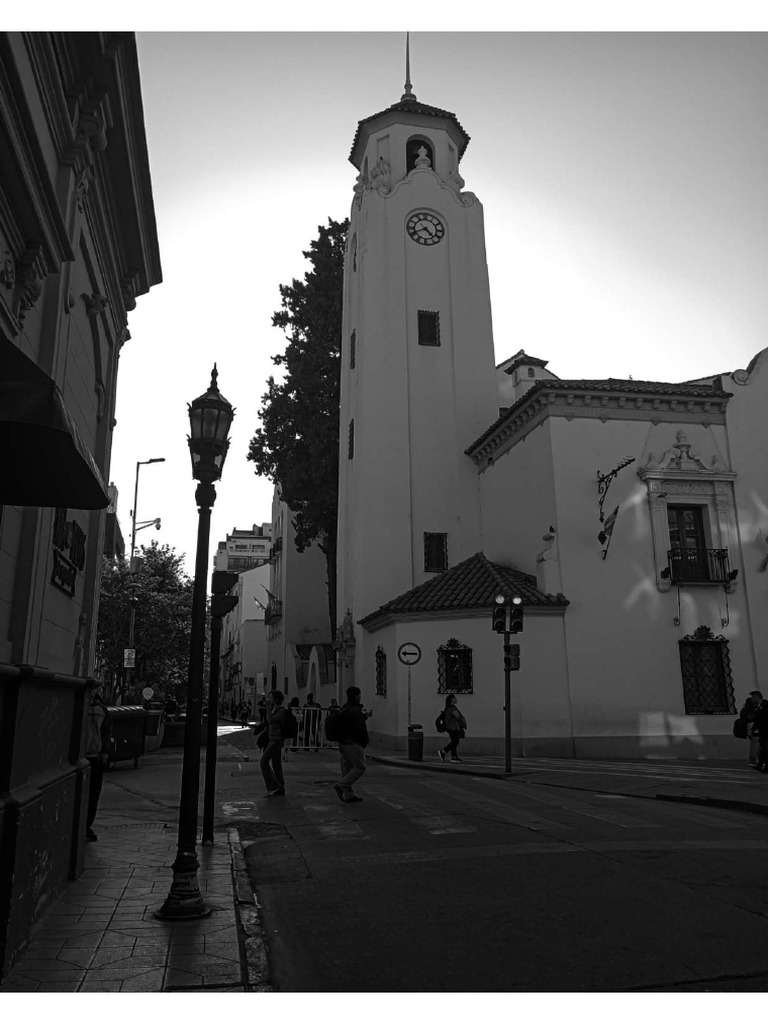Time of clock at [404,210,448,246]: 4:40
